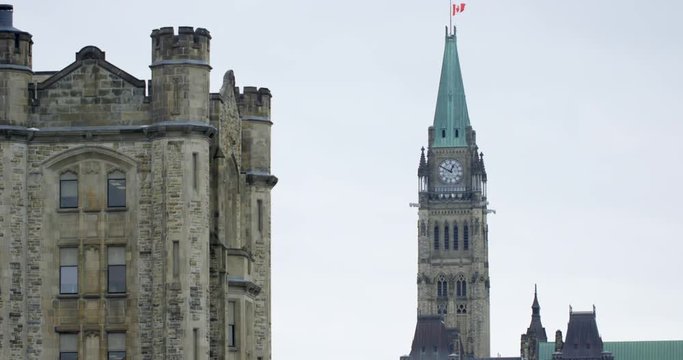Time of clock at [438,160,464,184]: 12:49
